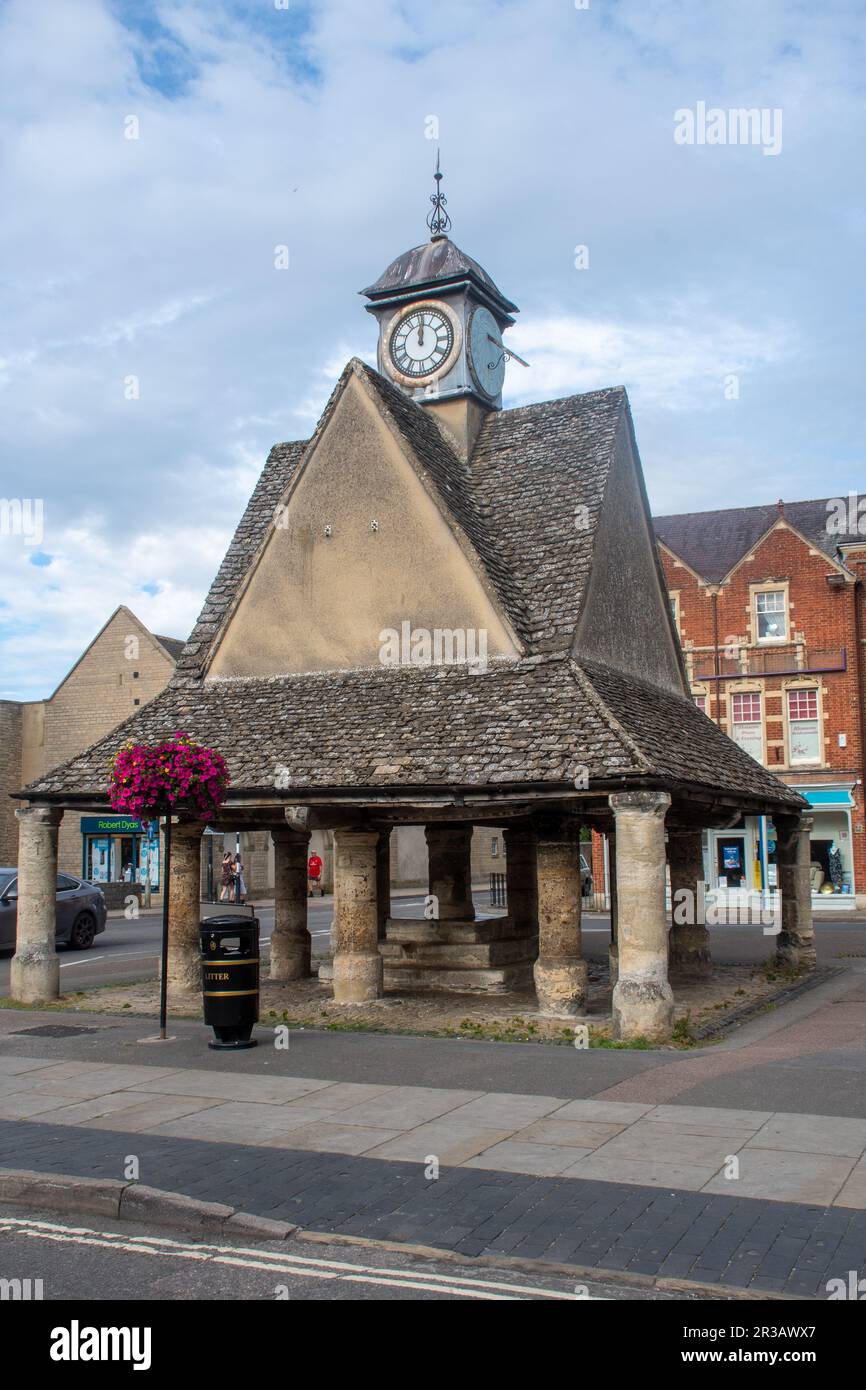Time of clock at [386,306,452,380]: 12:01
